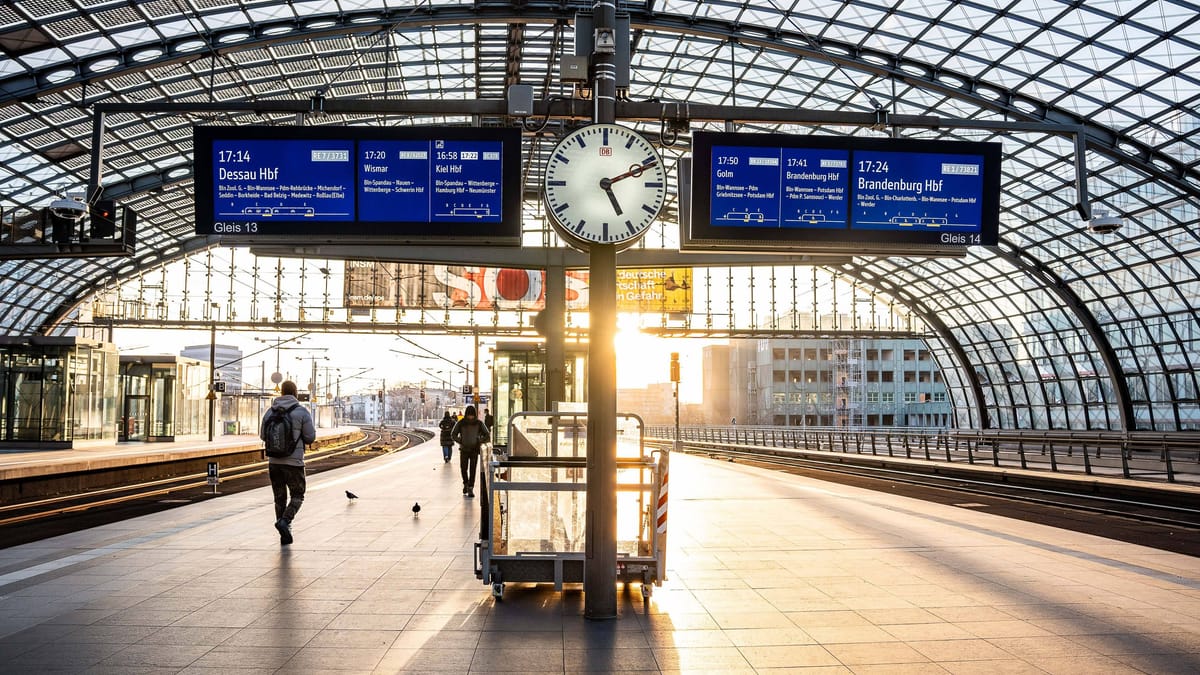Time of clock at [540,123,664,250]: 5:11
